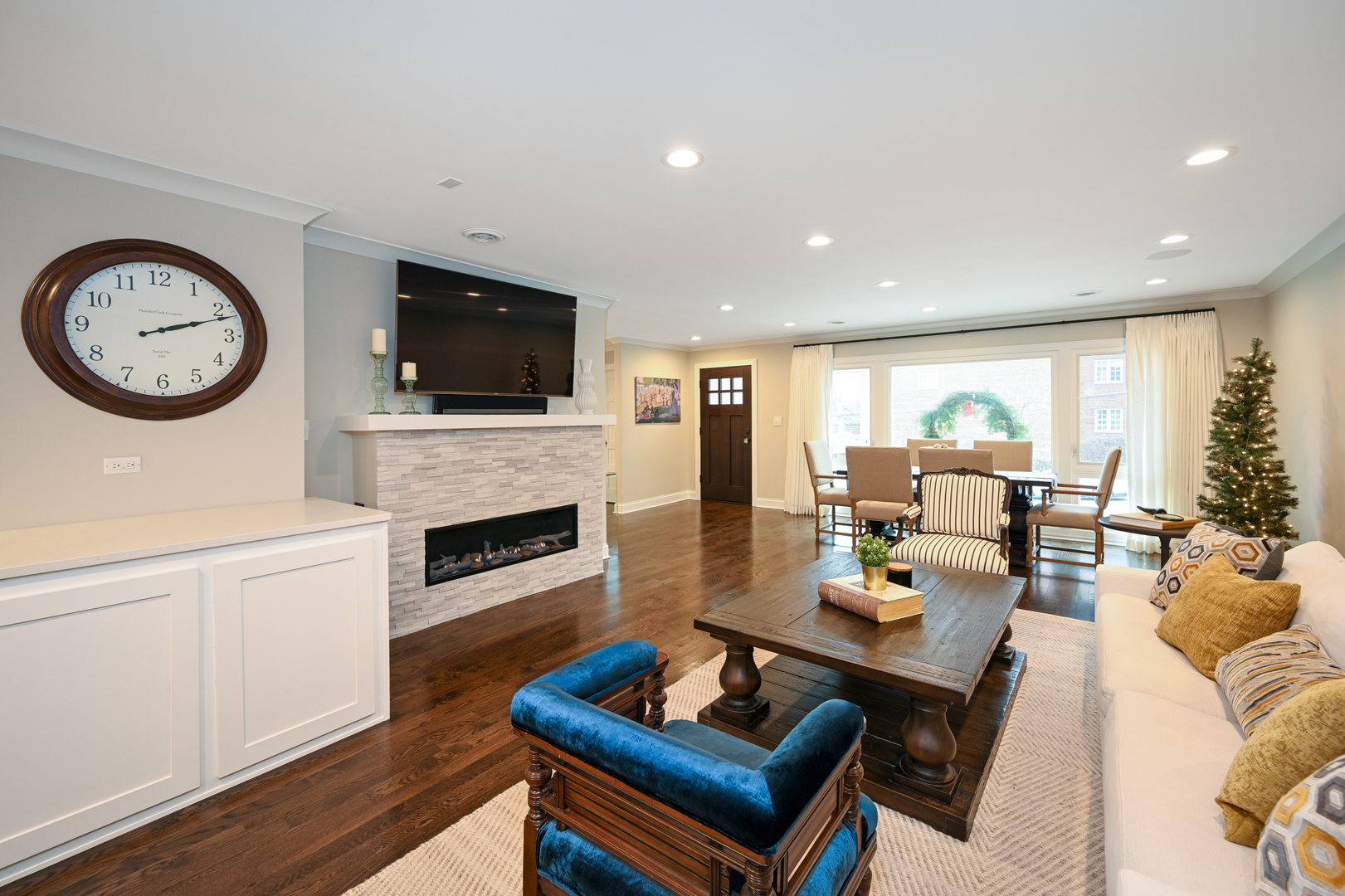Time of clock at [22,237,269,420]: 2:11
